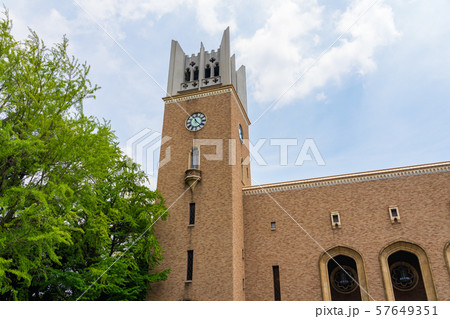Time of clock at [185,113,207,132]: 11:22
